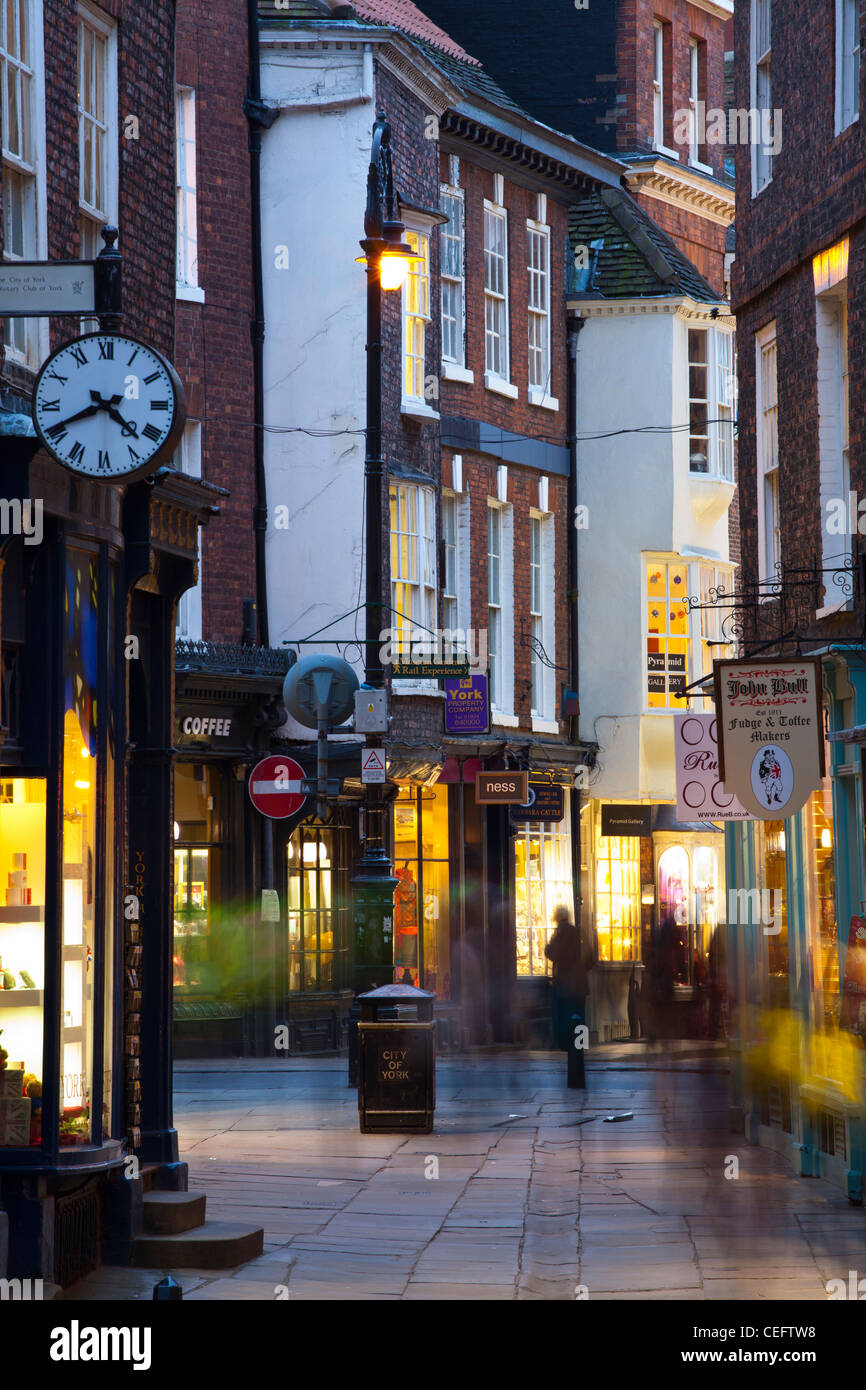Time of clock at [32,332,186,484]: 4:40
